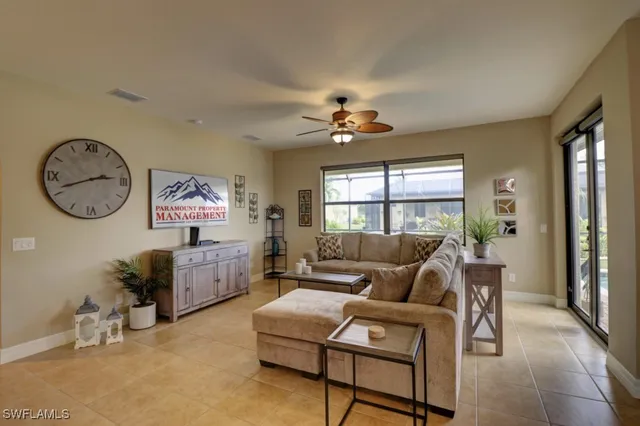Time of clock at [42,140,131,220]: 2:41
